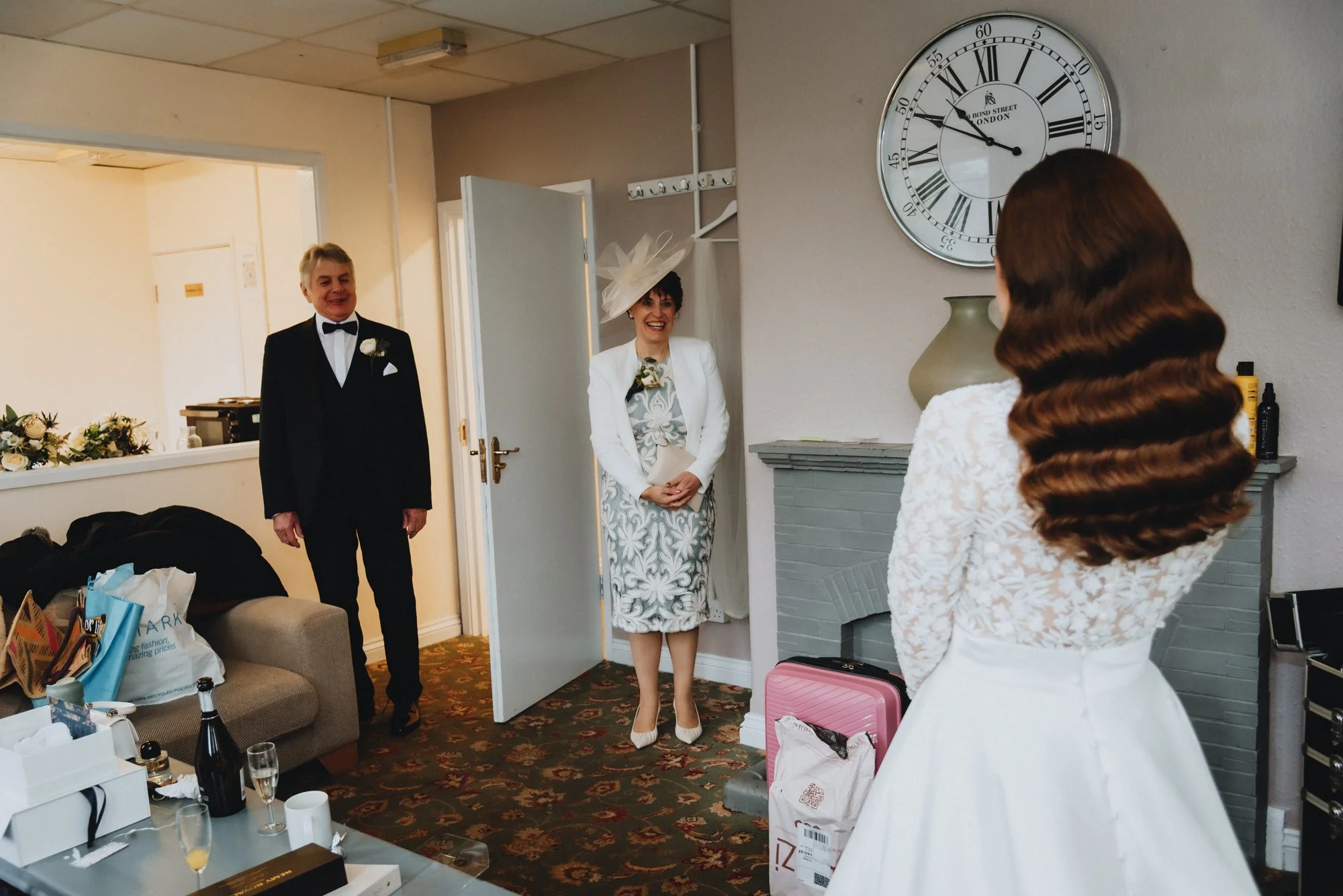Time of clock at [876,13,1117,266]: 10:49
